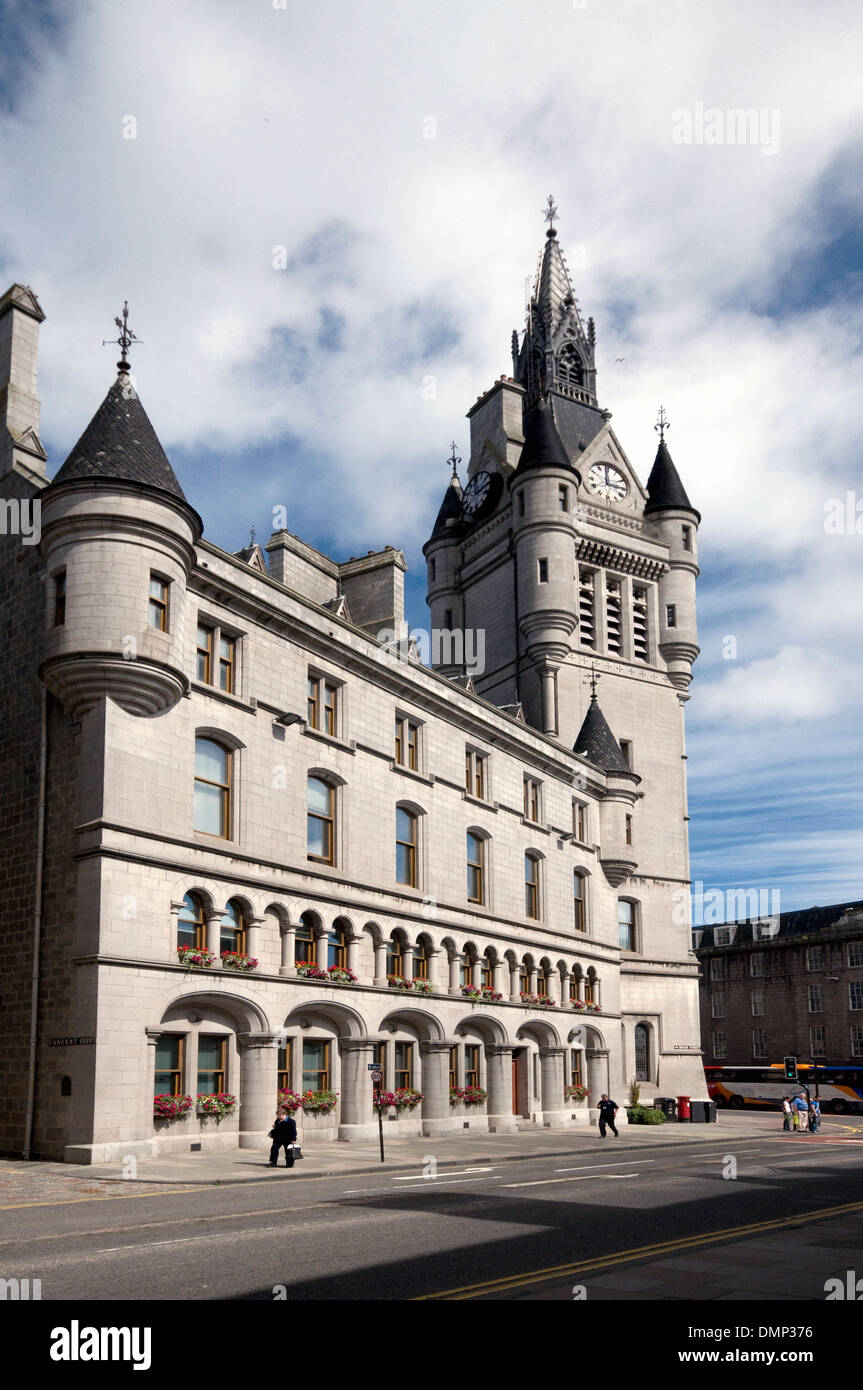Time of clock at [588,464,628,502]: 2:59
